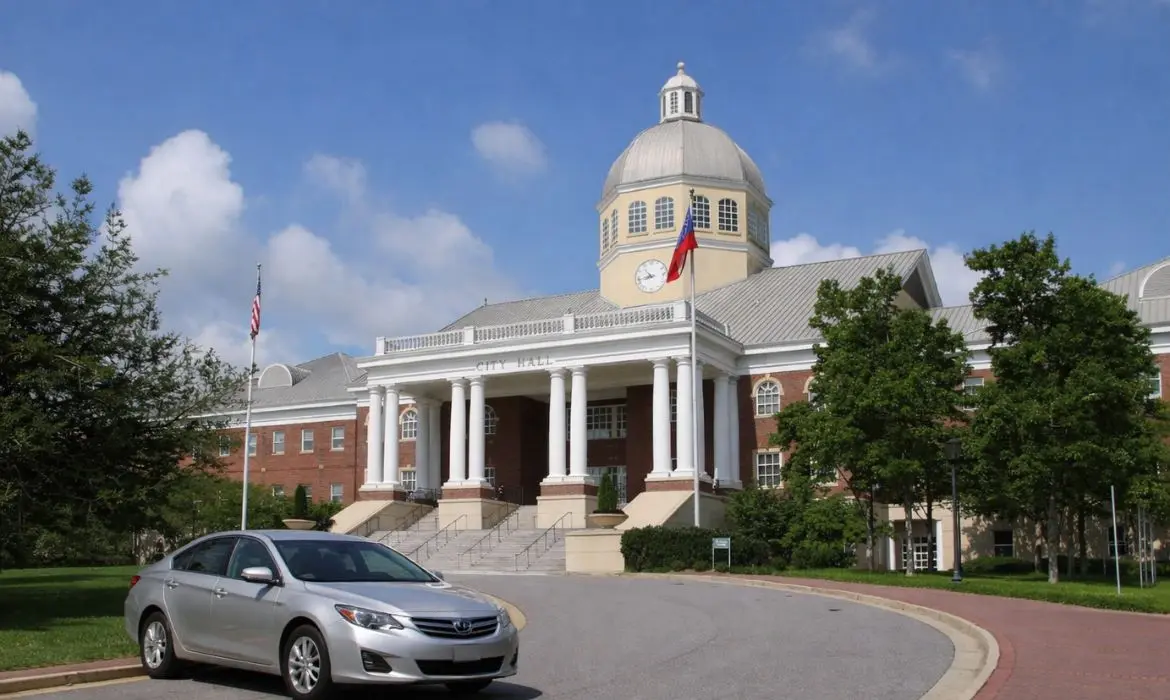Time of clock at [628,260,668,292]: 10:43
